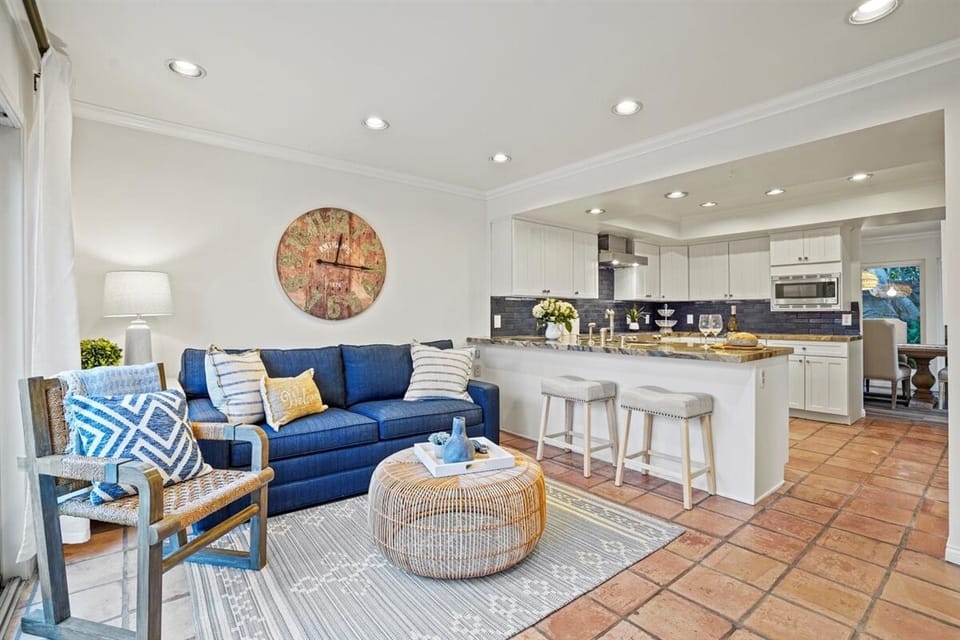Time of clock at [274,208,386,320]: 12:16
